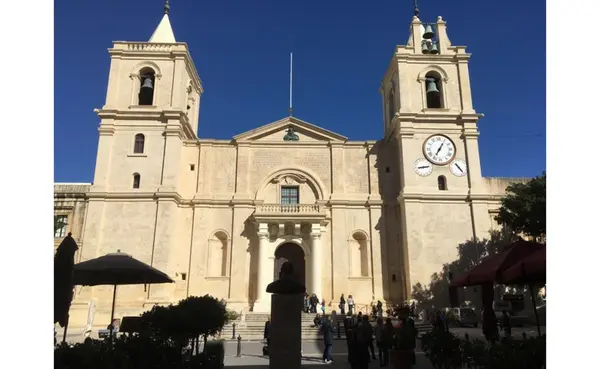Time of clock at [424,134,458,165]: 7:05
